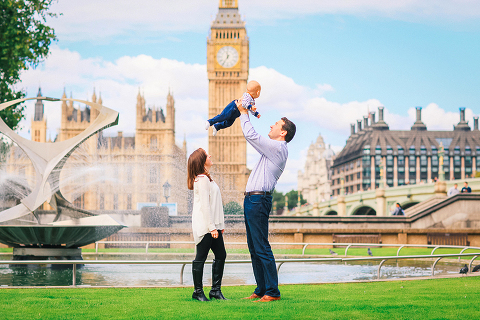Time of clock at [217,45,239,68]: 11:35
